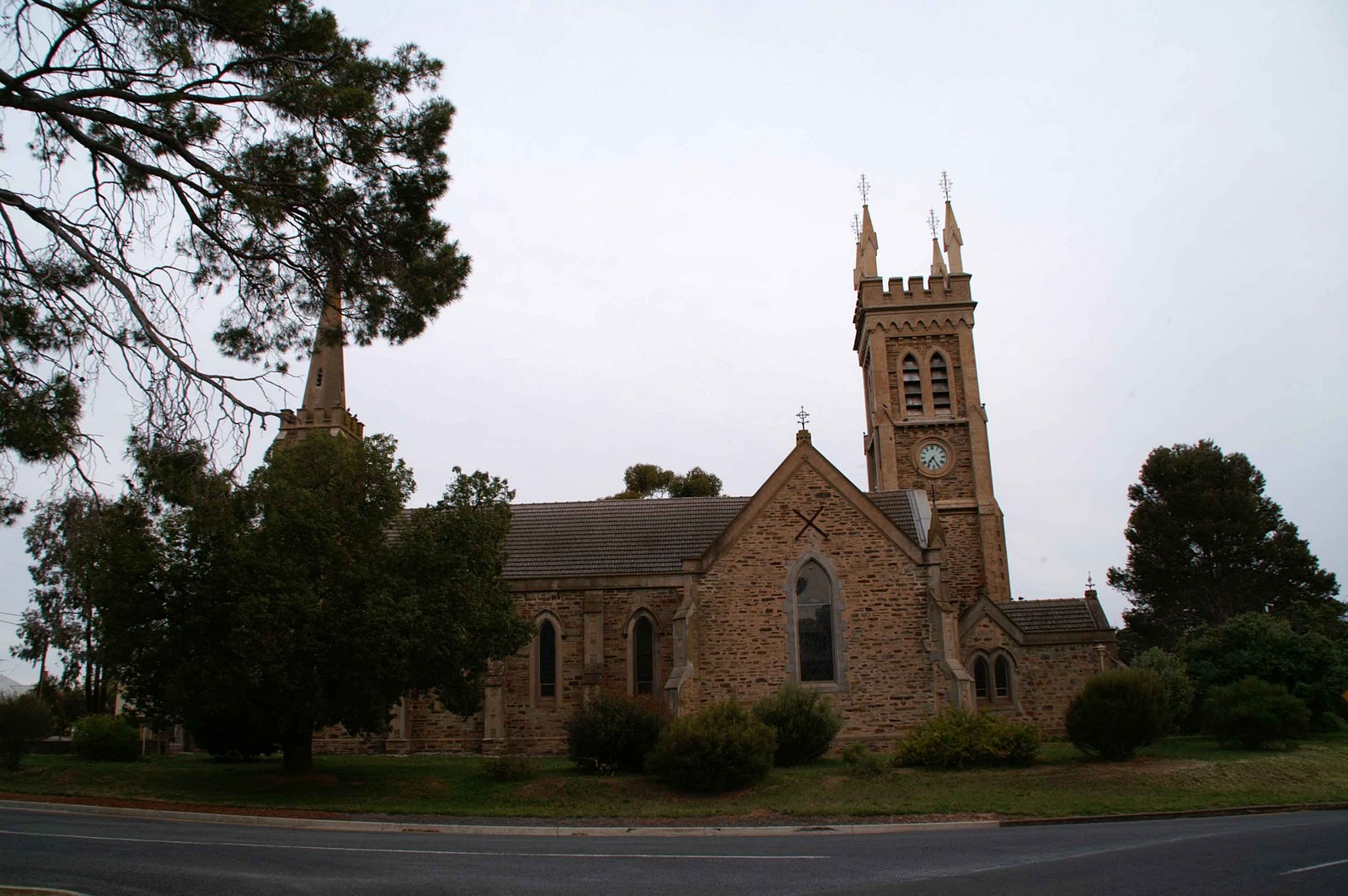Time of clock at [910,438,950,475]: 7:25
